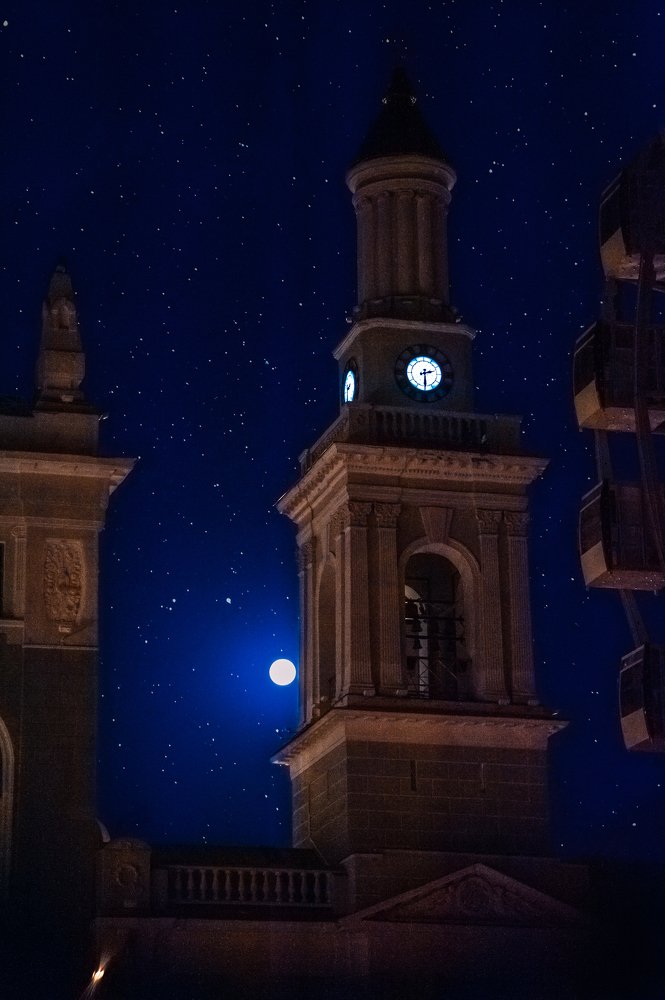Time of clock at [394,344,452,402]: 2:29
